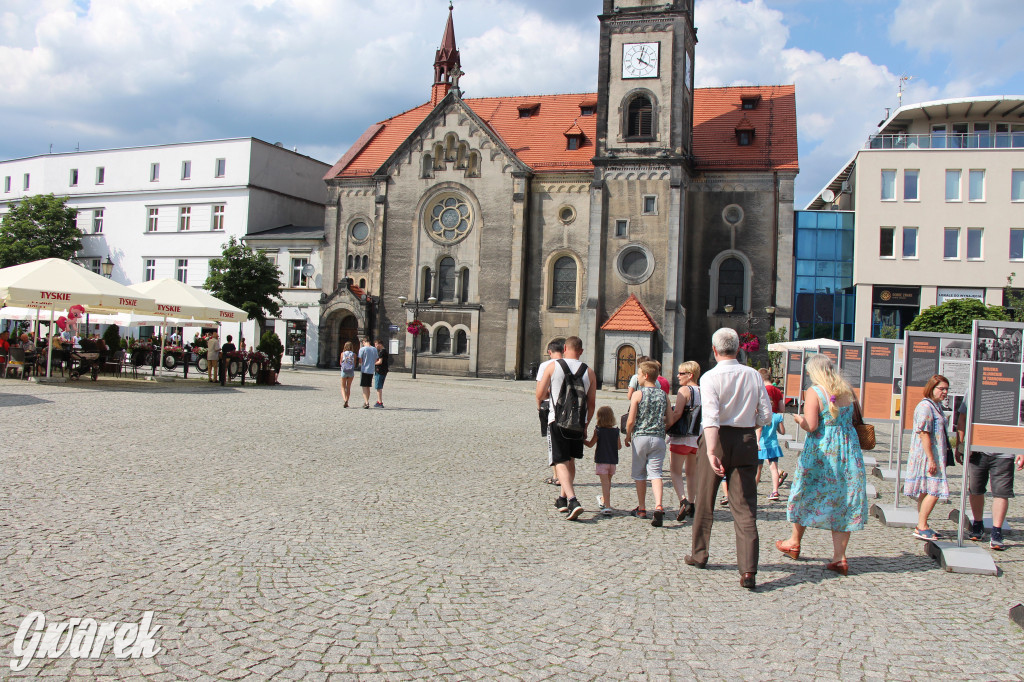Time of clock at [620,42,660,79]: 4:02
